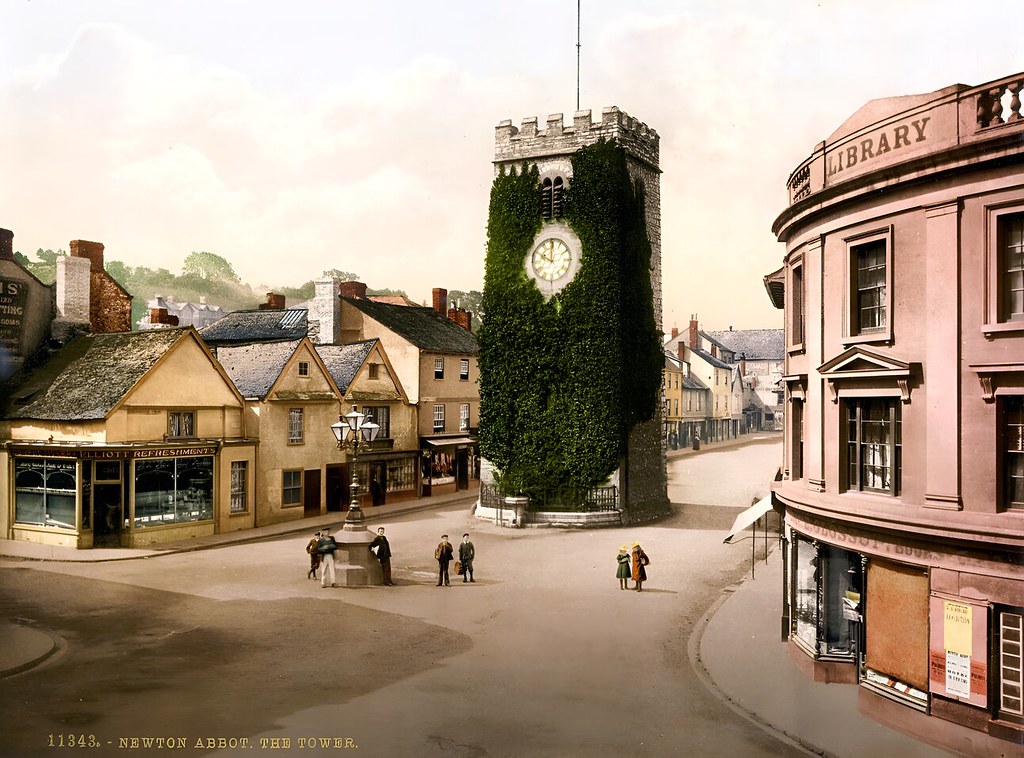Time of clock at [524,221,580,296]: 10:00
